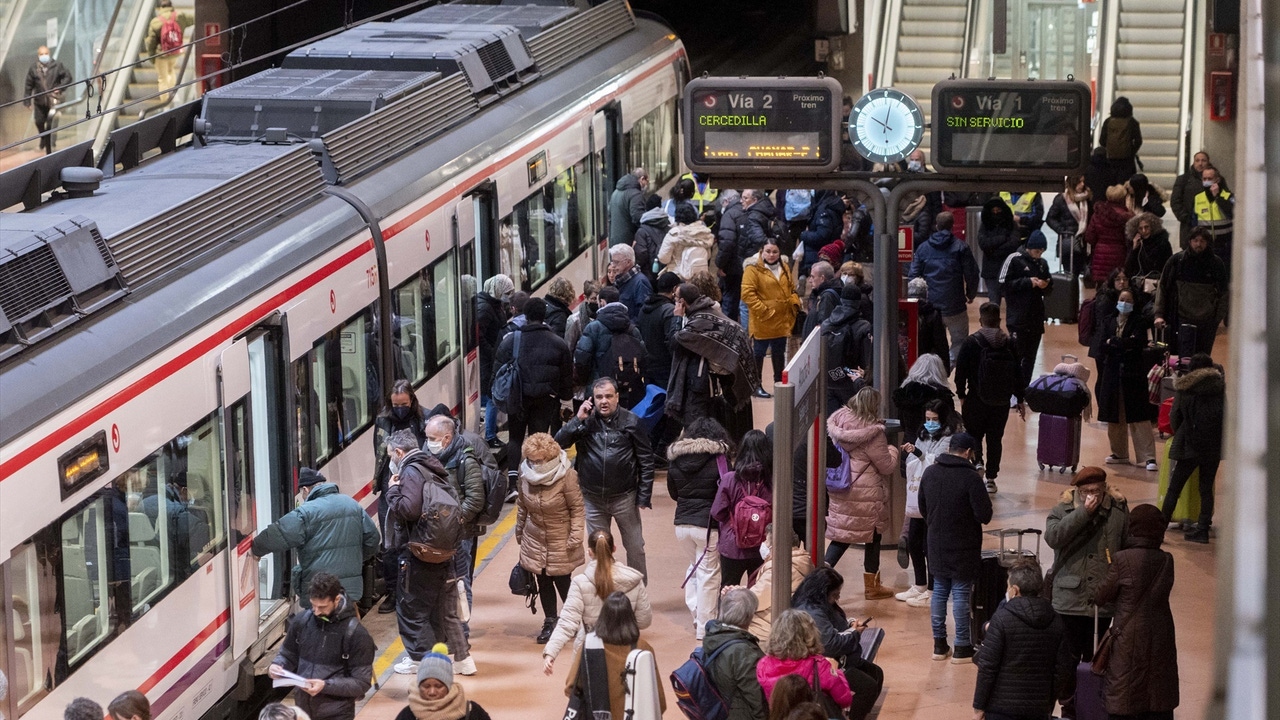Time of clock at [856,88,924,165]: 10:02
